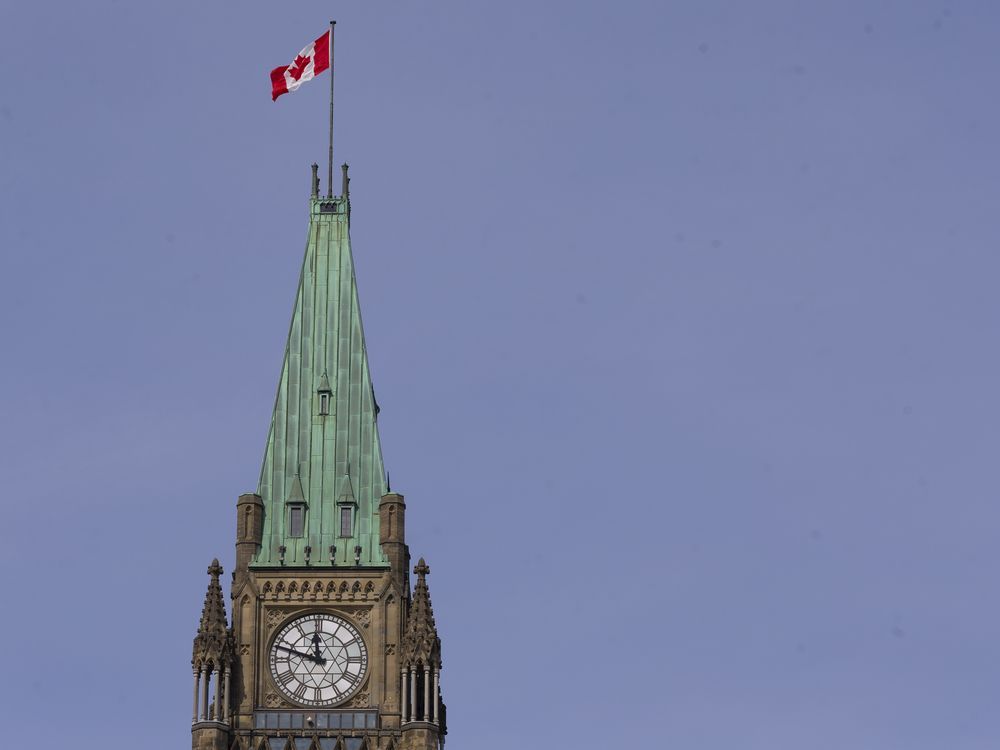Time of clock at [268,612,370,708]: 11:47
